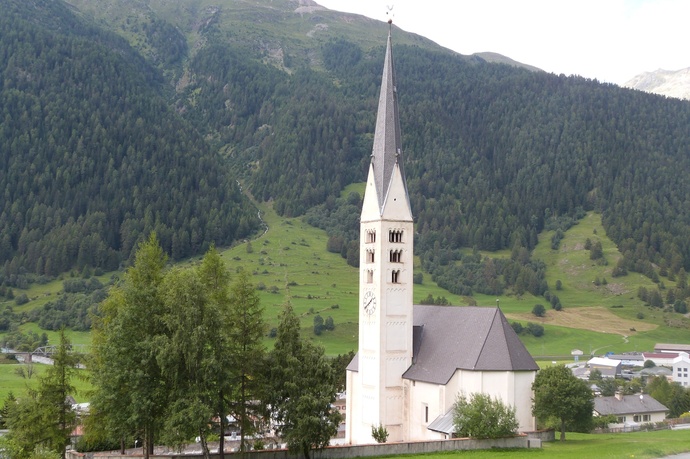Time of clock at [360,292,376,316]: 1:39
